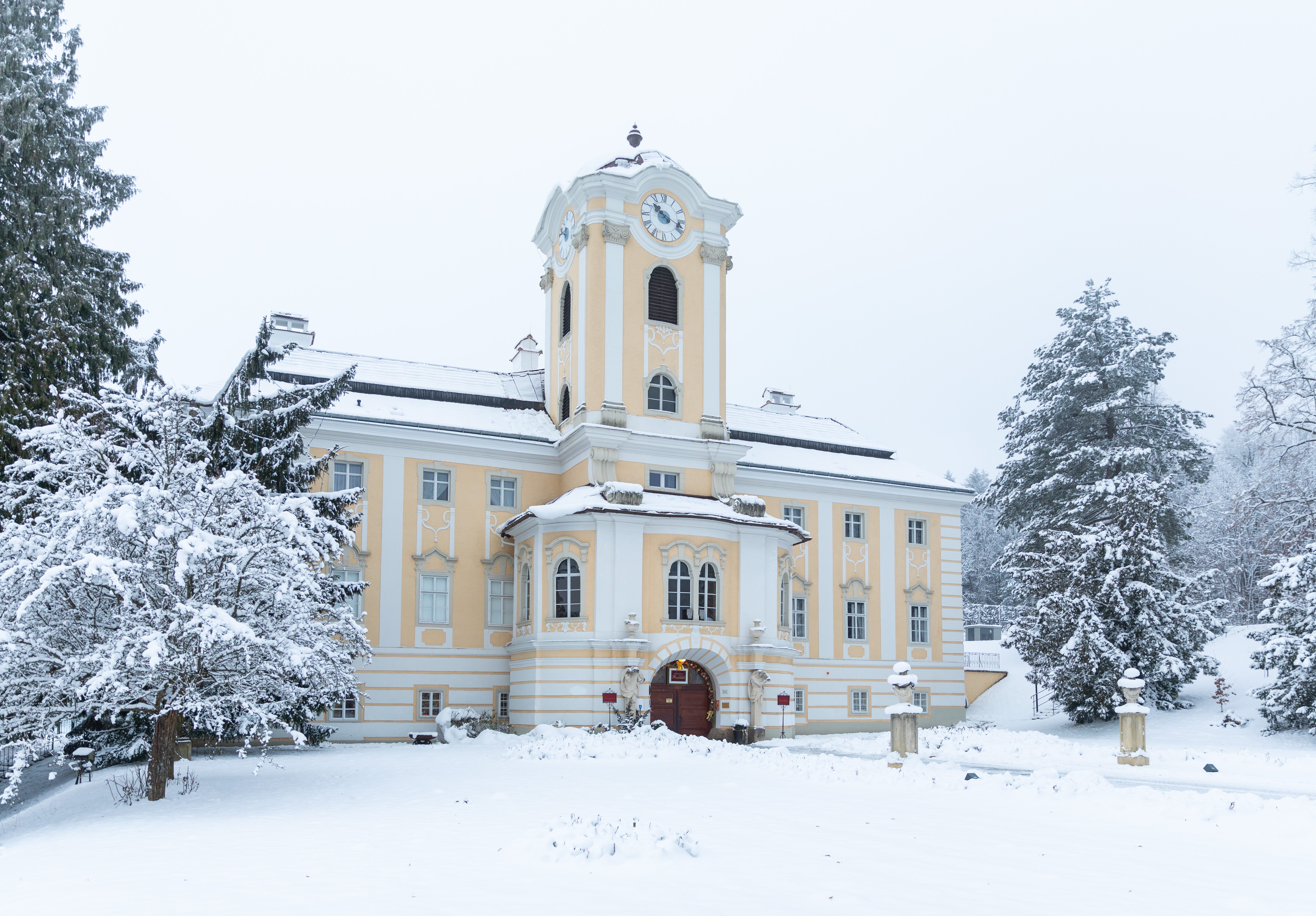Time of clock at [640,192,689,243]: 10:18
